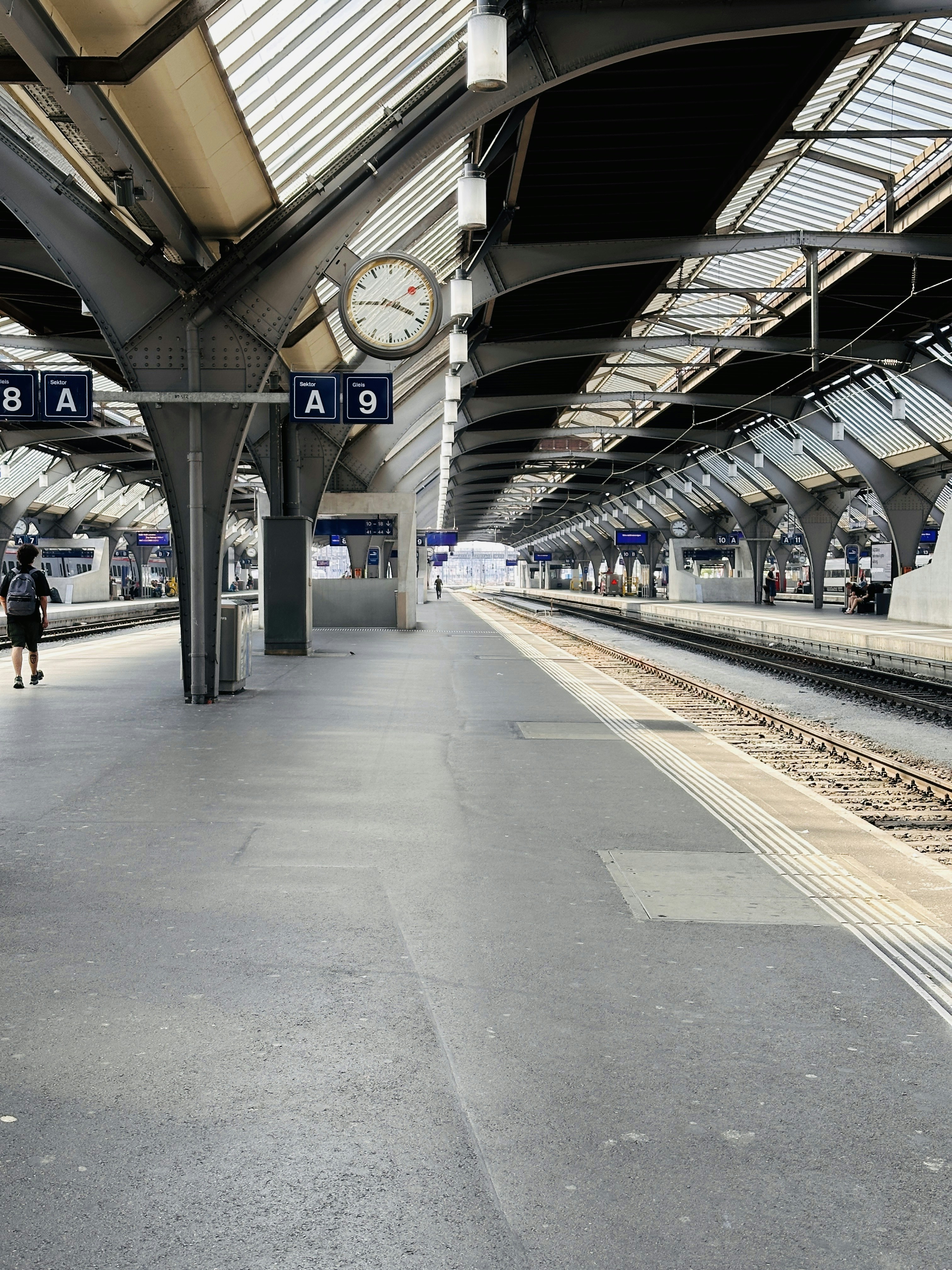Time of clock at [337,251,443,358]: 3:45
